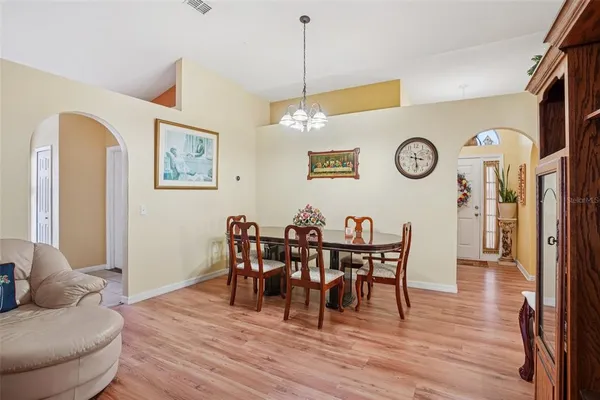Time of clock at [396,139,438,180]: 3:28
